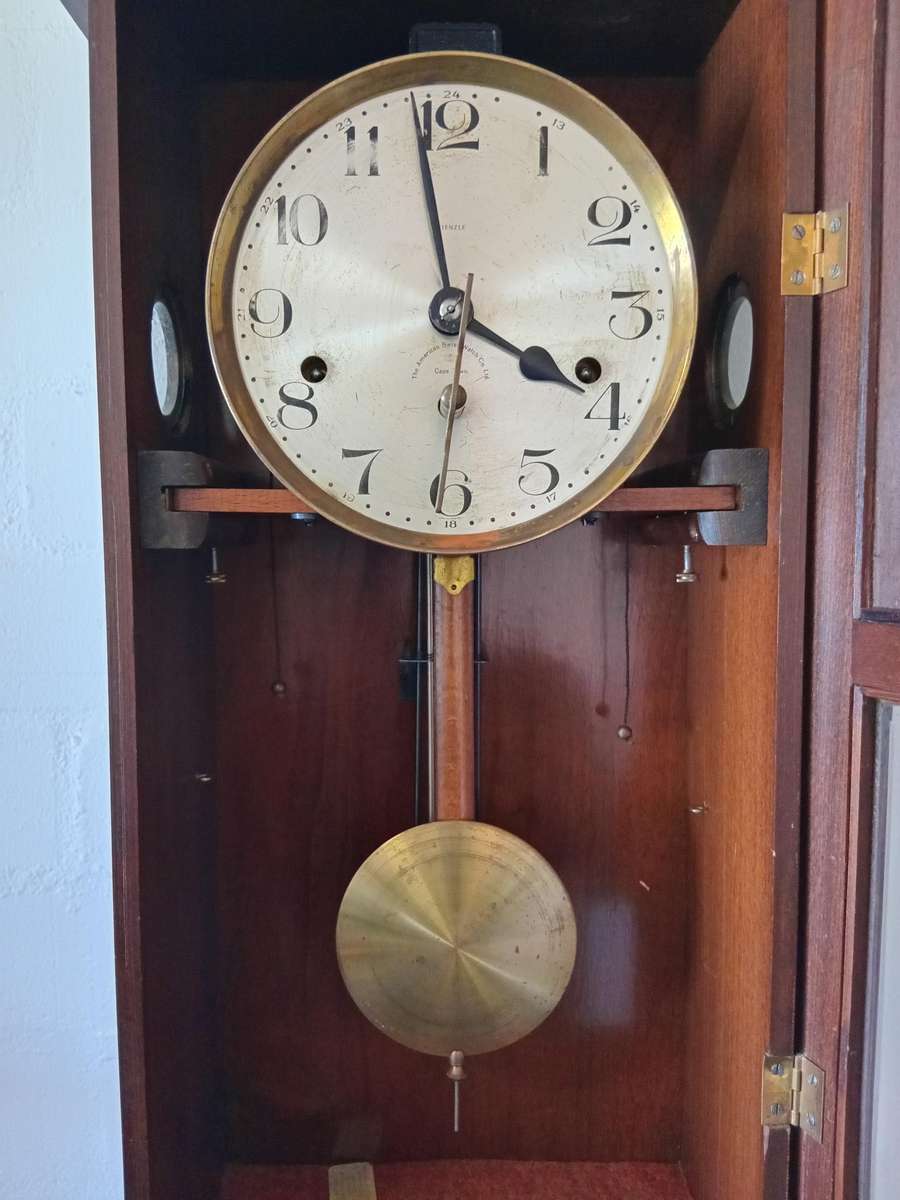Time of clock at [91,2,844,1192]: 3:58
